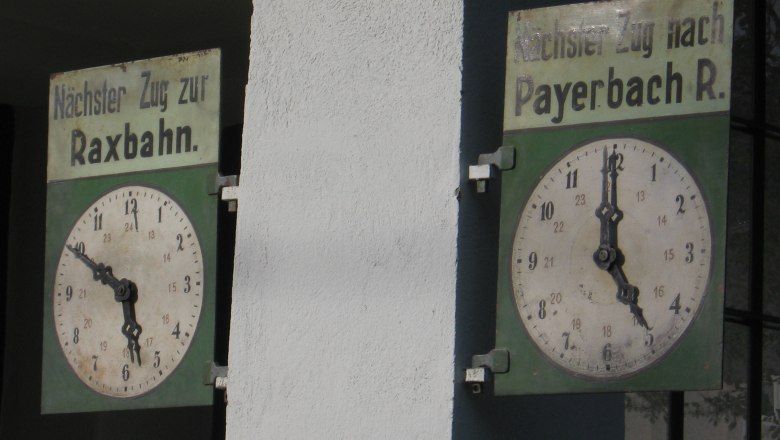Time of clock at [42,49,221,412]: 5:49
